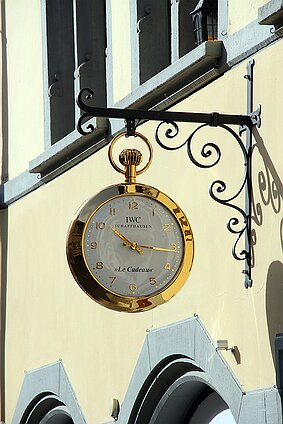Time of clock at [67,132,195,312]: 10:16
